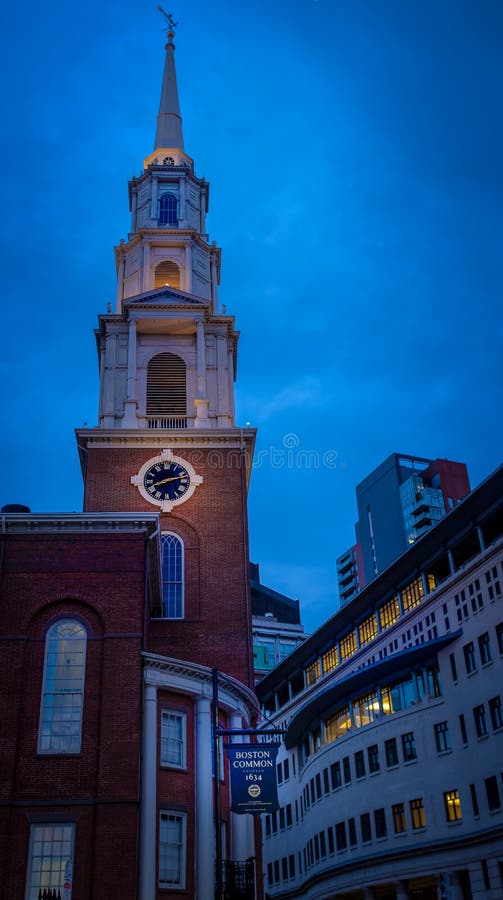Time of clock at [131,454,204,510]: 8:12
